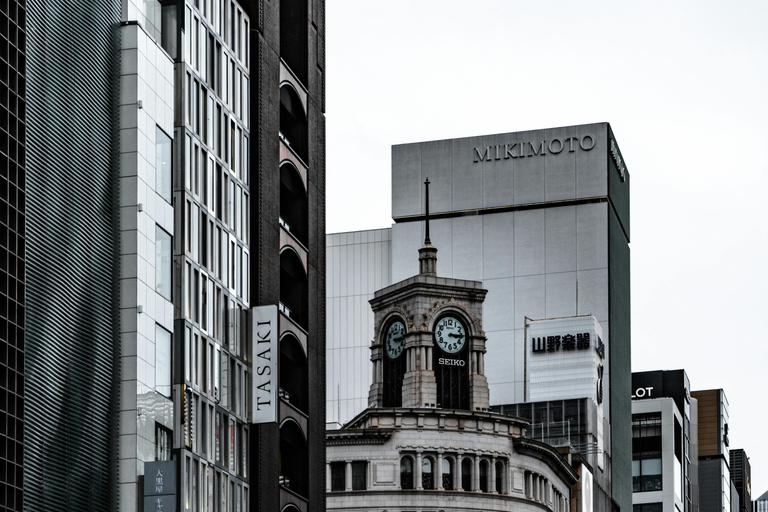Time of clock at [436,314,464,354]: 3:14
